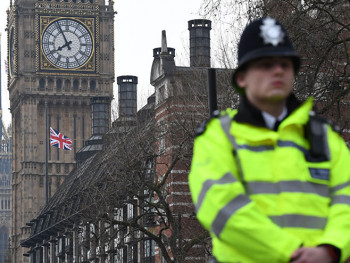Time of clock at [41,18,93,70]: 7:55
